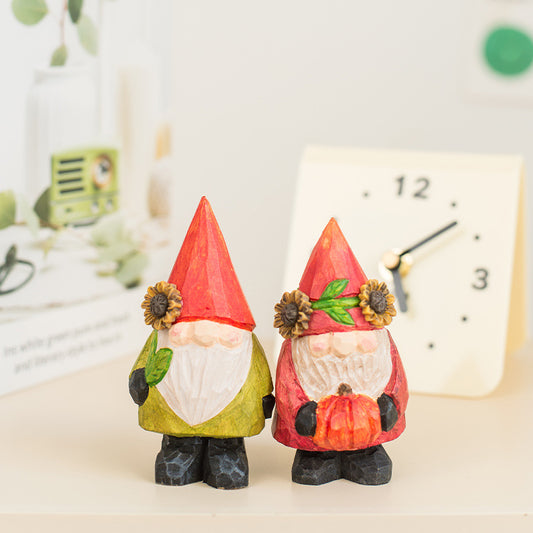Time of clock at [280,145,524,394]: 5:08
